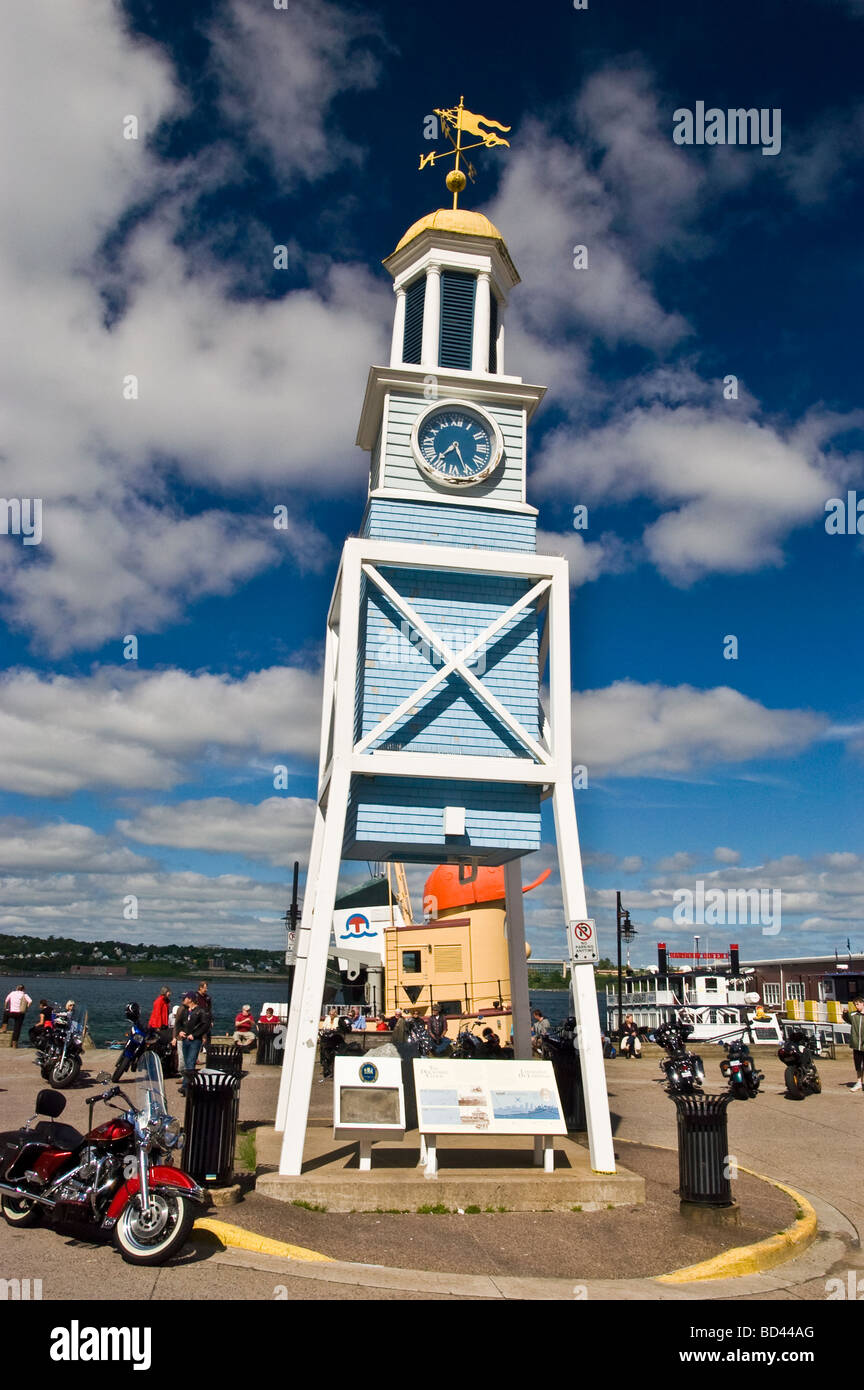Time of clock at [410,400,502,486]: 7:26
